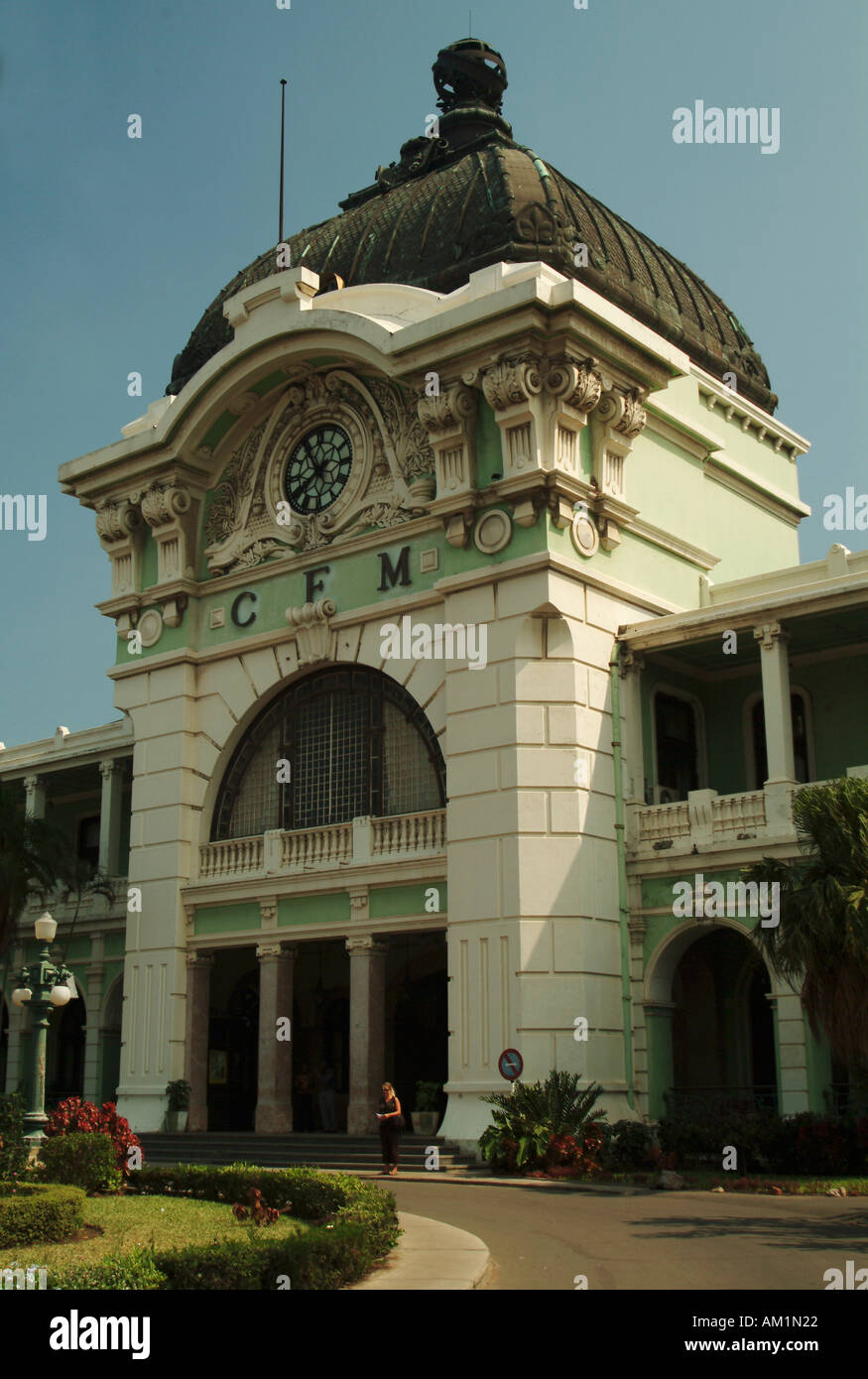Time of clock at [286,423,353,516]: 7:54
